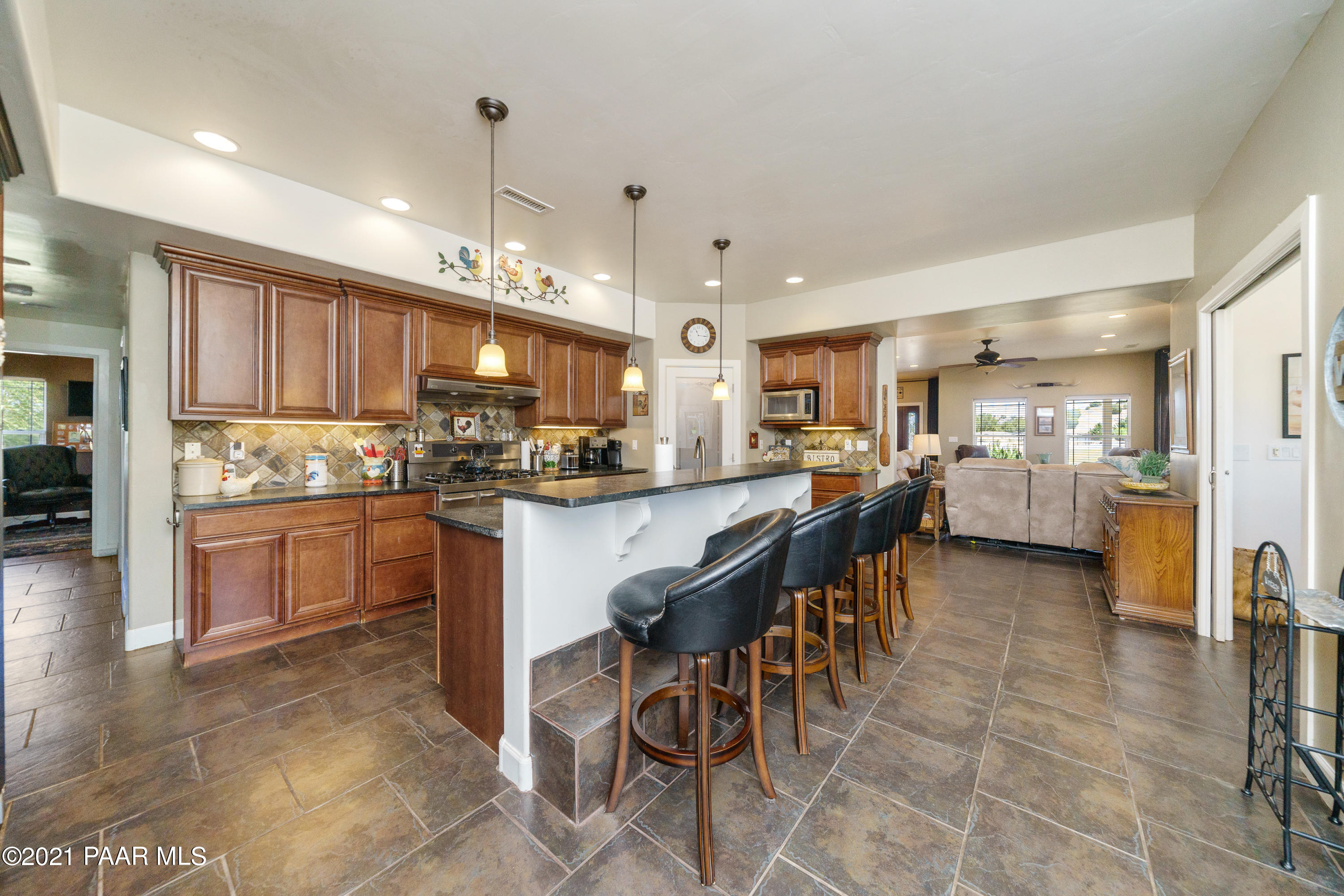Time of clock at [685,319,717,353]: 11:16
